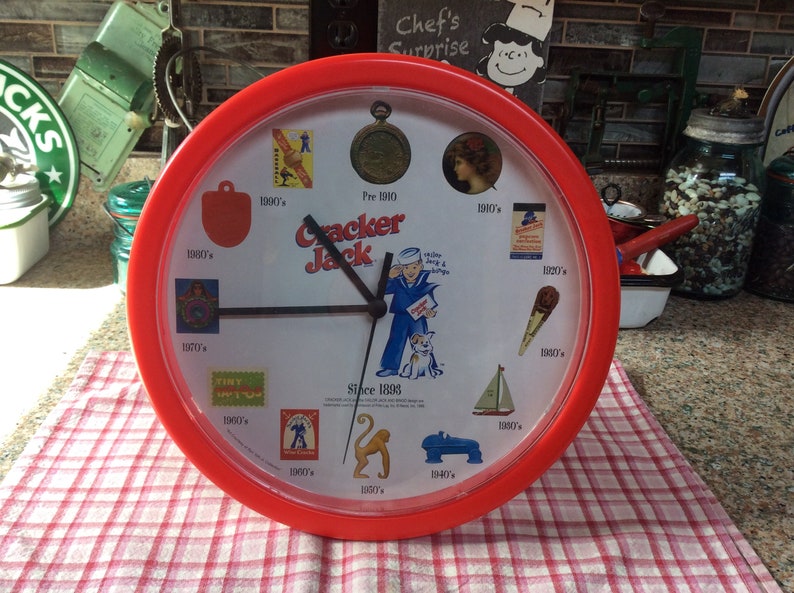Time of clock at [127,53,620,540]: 10:45
